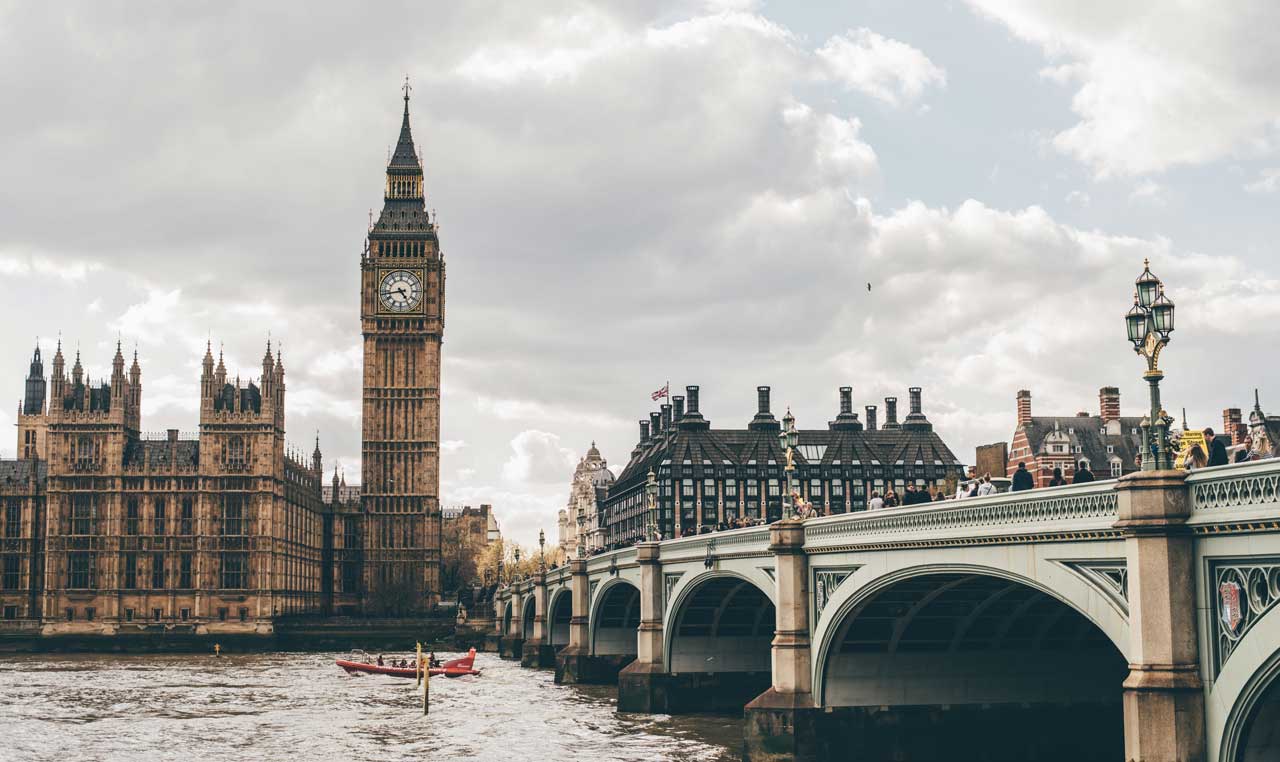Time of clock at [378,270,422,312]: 4:43
